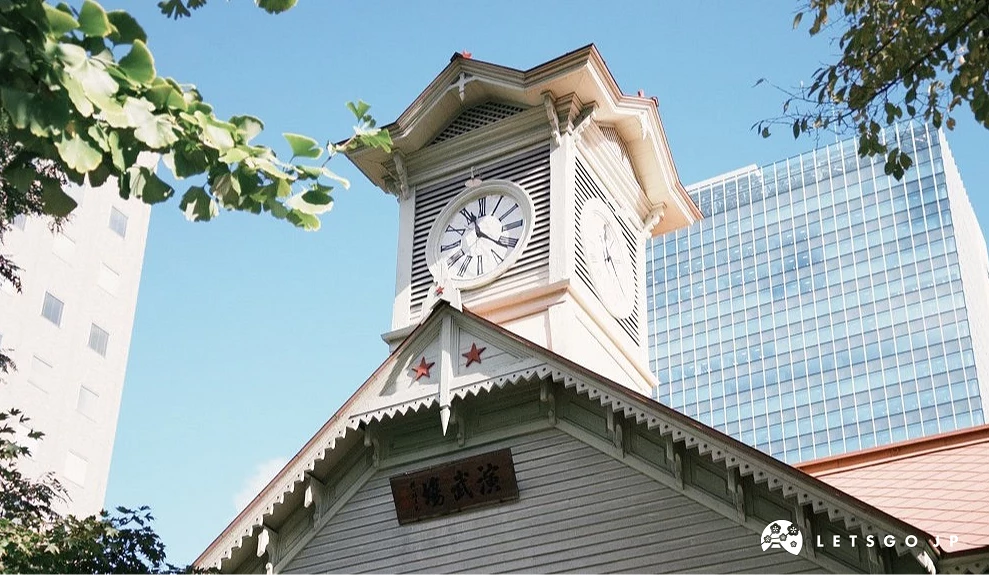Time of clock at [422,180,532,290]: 11:21
